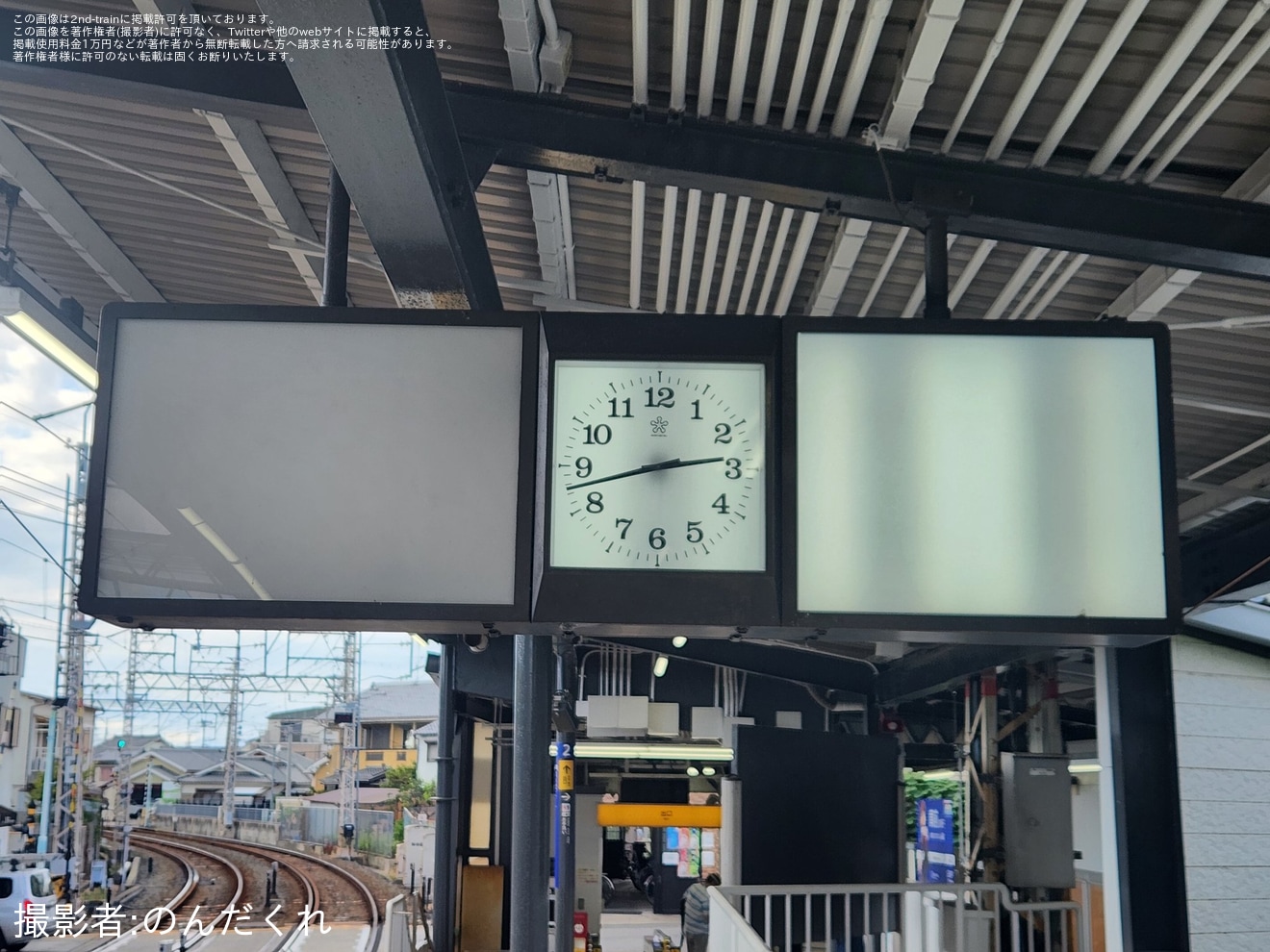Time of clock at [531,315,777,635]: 2:42
